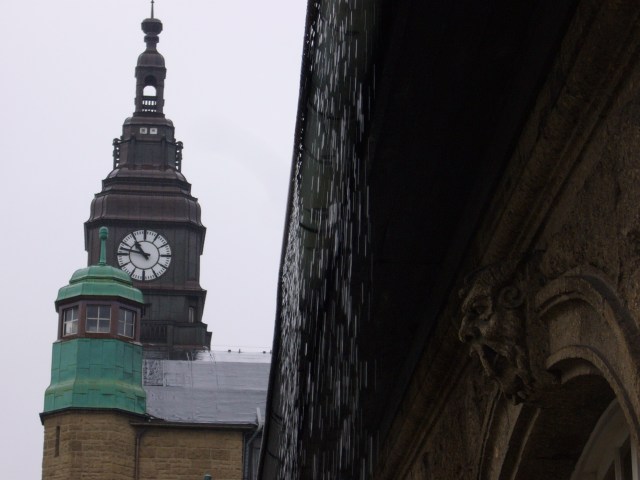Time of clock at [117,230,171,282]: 10:47
